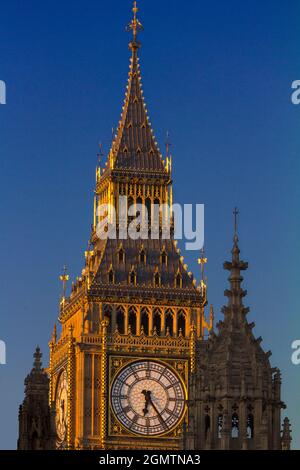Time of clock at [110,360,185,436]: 6:23
